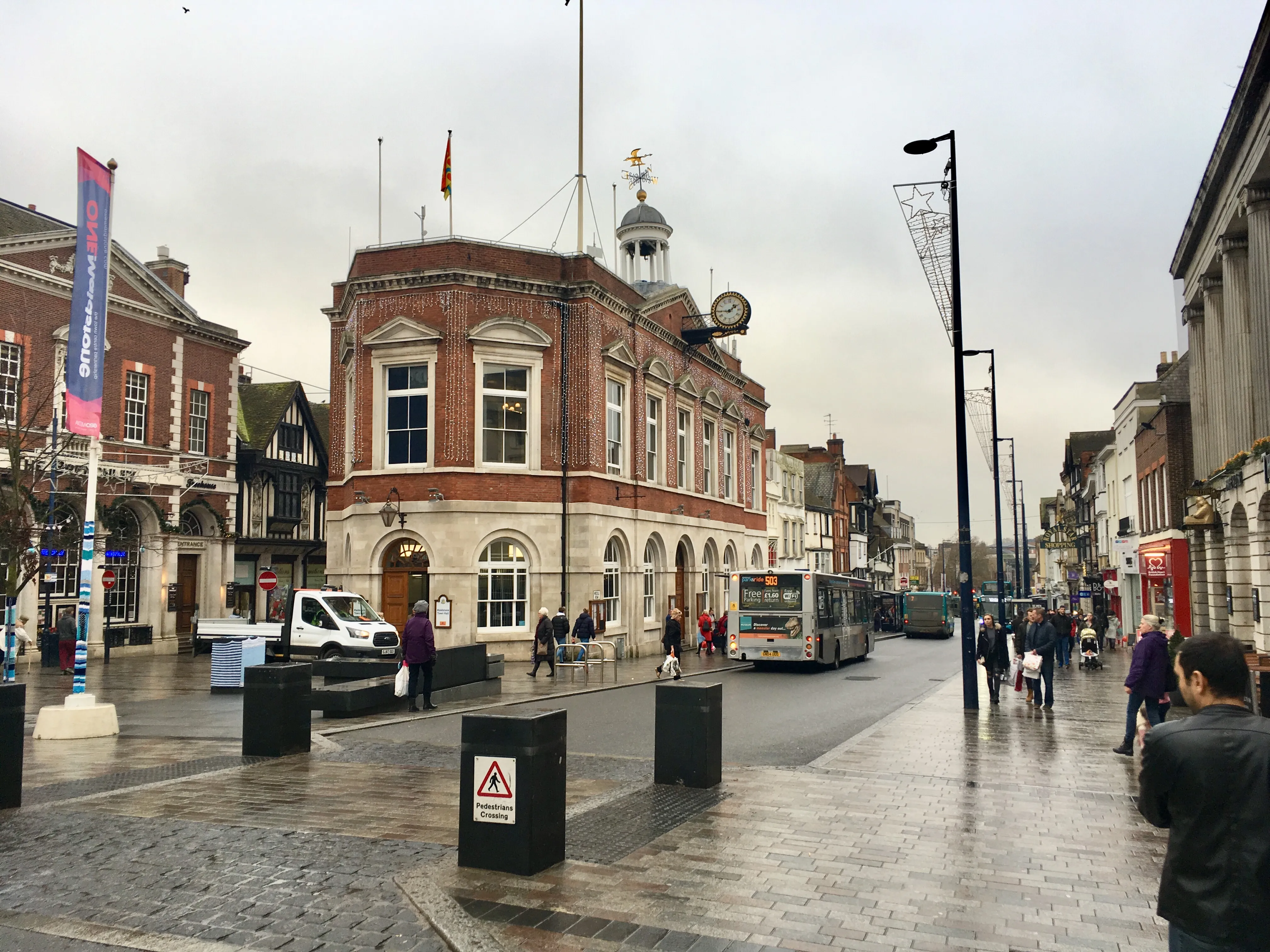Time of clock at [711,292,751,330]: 1:44
